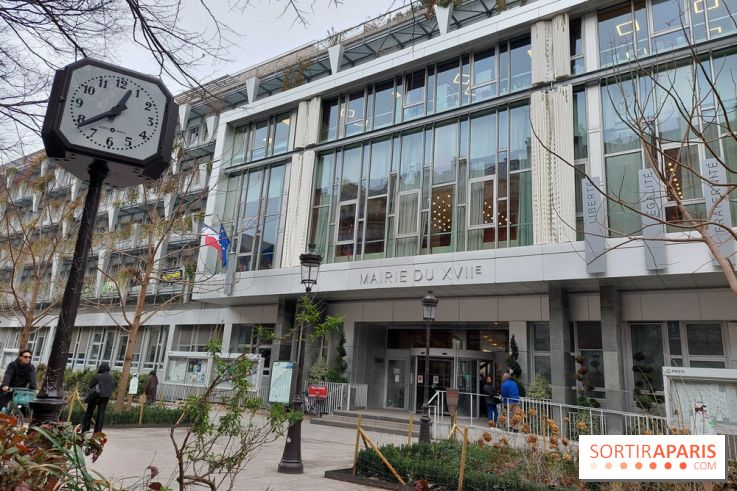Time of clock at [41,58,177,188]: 12:38
